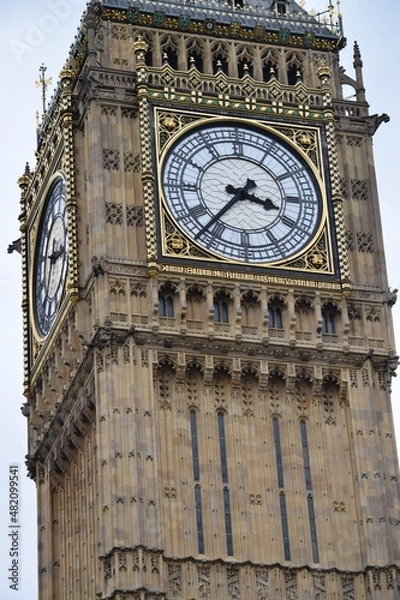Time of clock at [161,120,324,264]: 3:36
